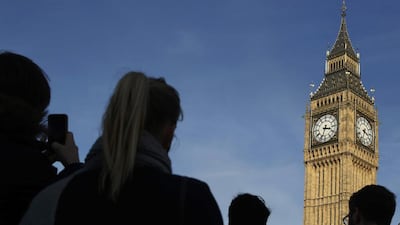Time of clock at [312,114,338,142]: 3:33
